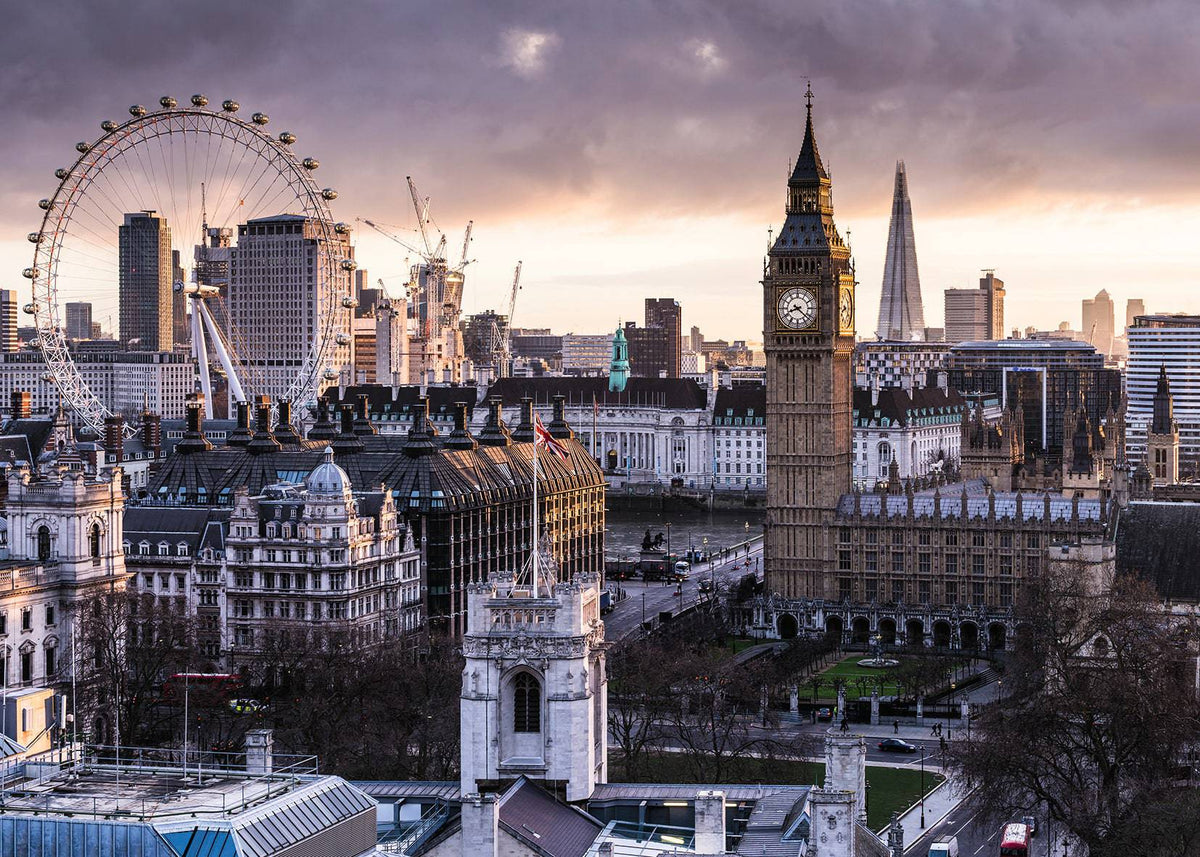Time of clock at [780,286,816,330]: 8:21
